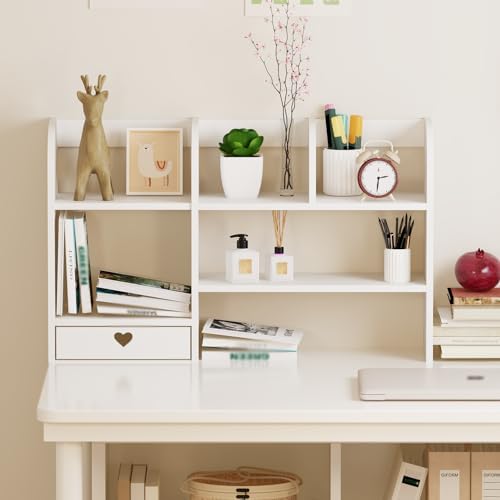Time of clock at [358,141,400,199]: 2:31
